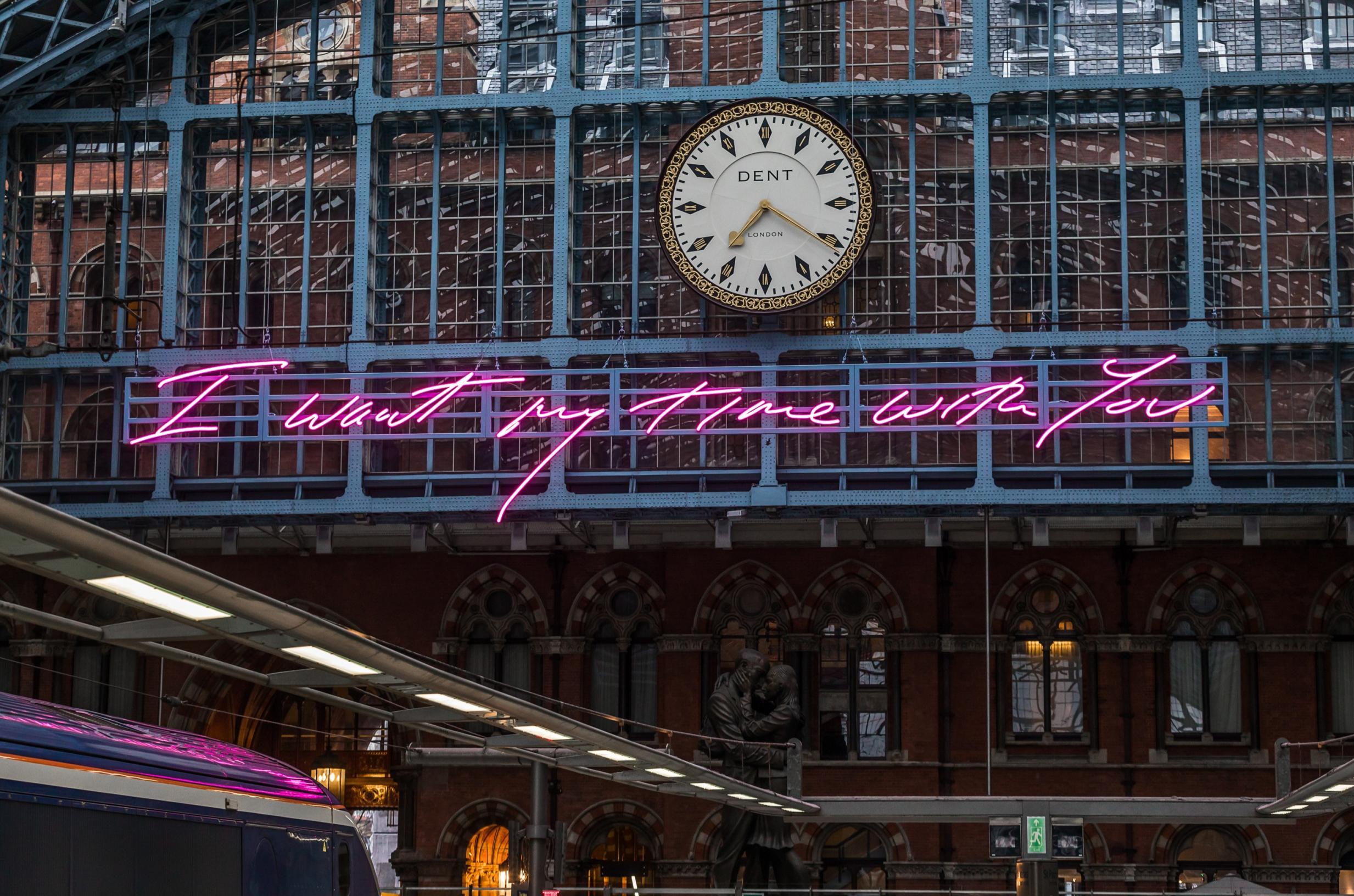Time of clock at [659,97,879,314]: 7:20
